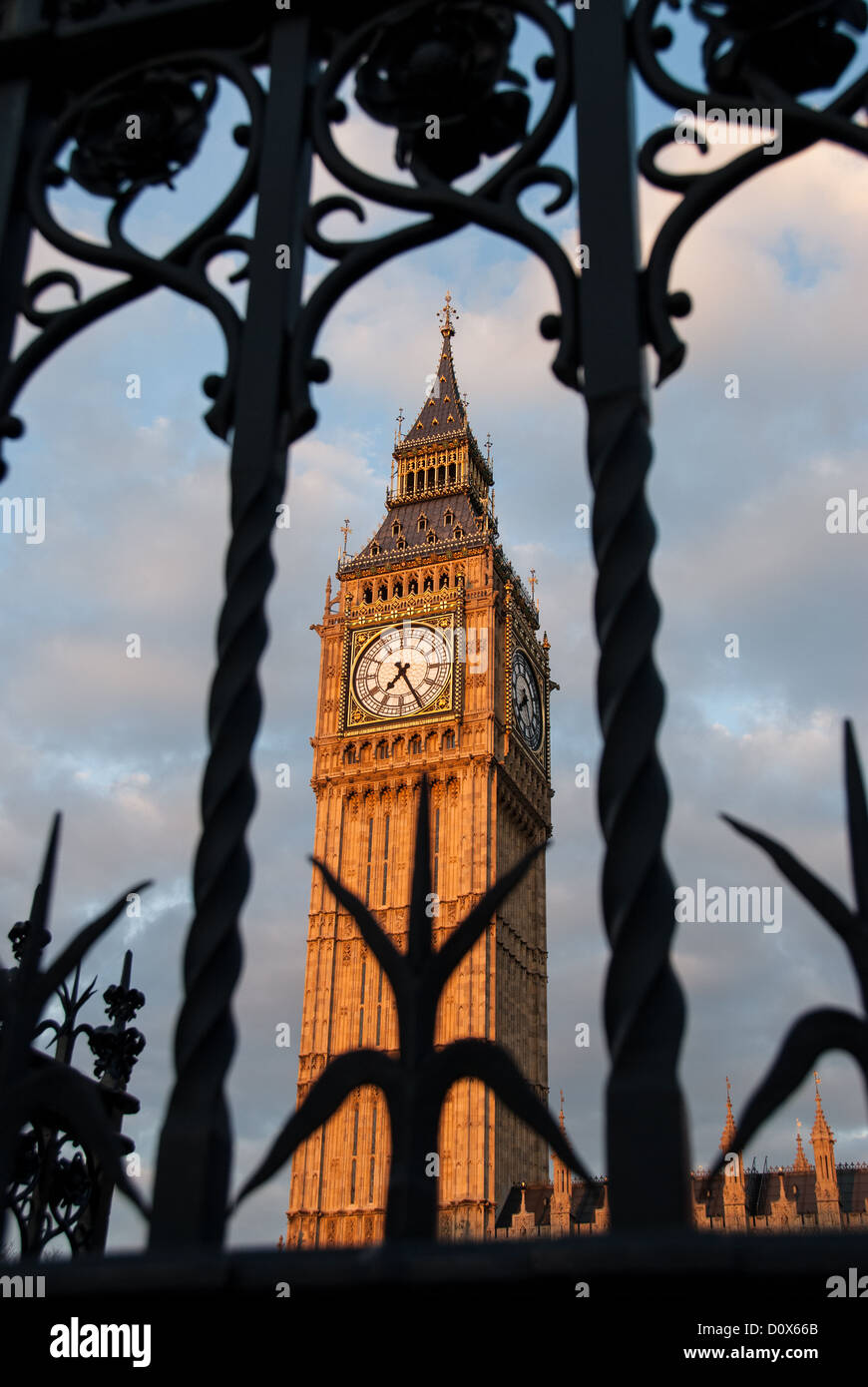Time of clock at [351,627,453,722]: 7:25
